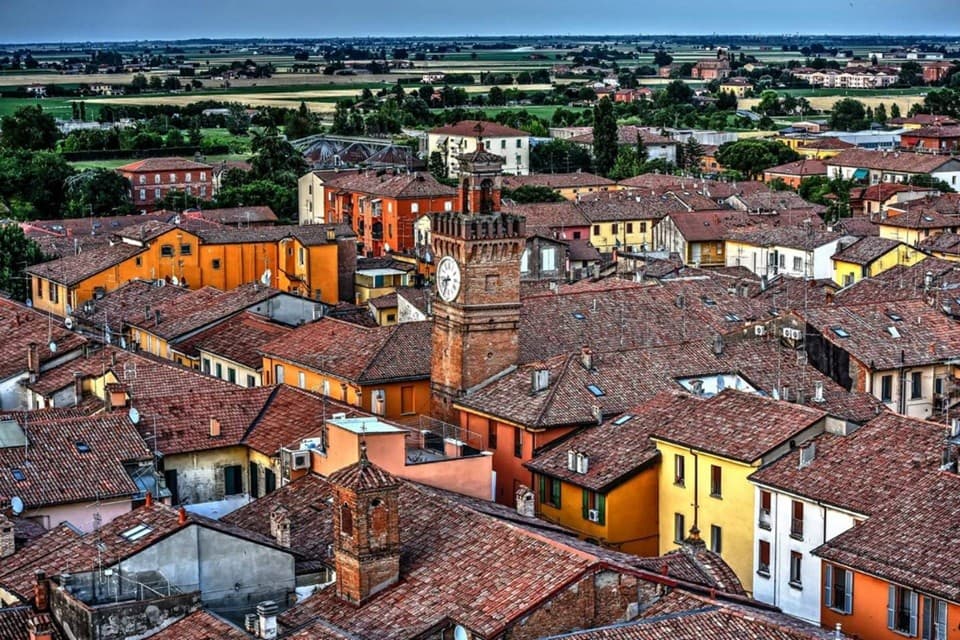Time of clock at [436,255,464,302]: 8:33
